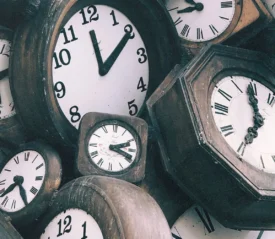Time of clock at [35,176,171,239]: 2:18
